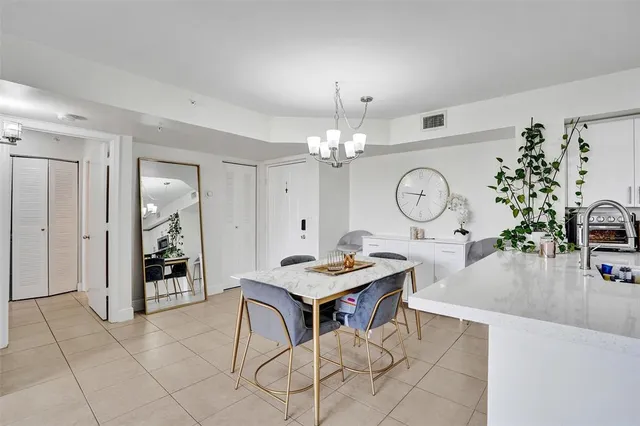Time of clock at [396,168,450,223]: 6:46
